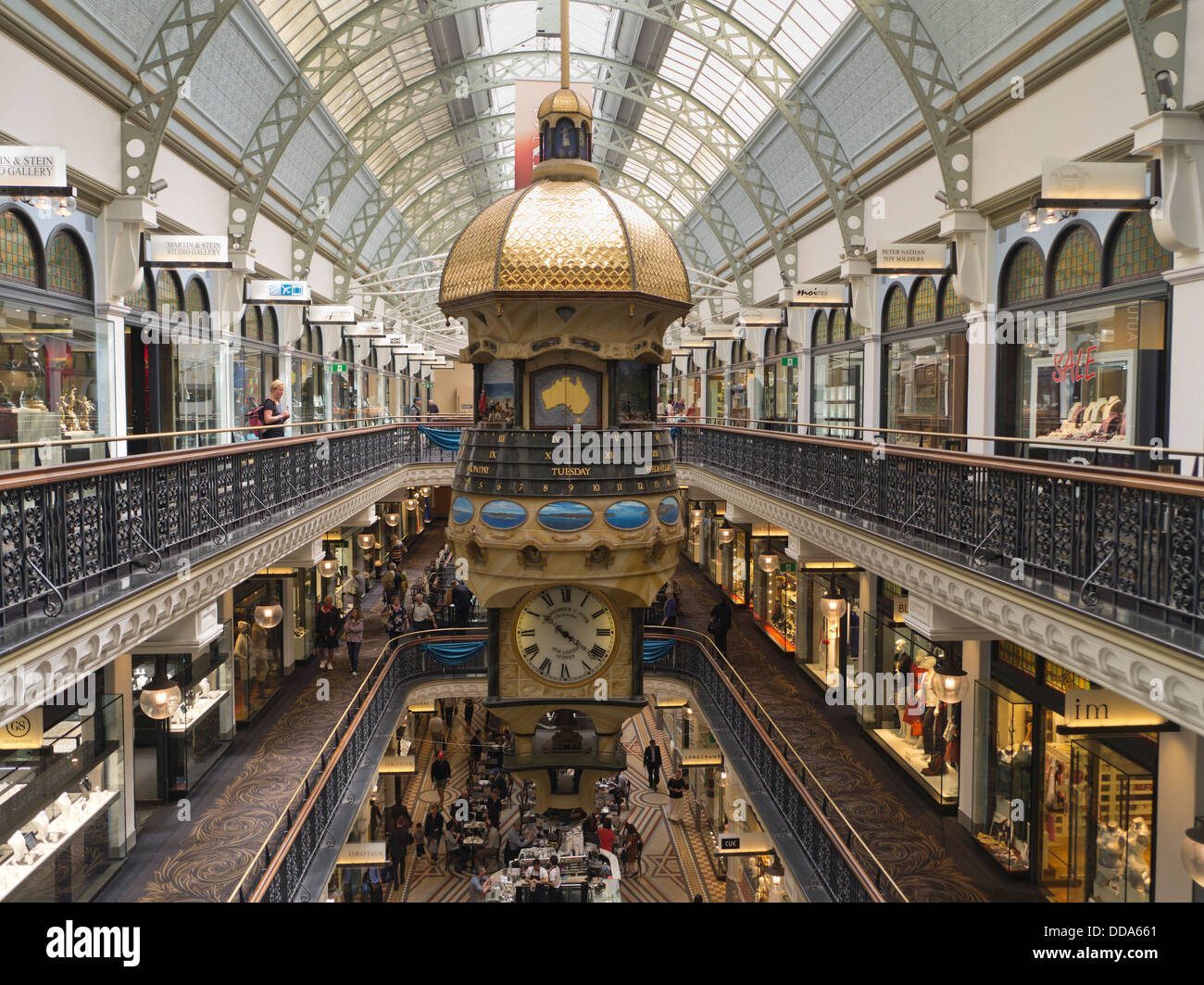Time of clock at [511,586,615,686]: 10:21
